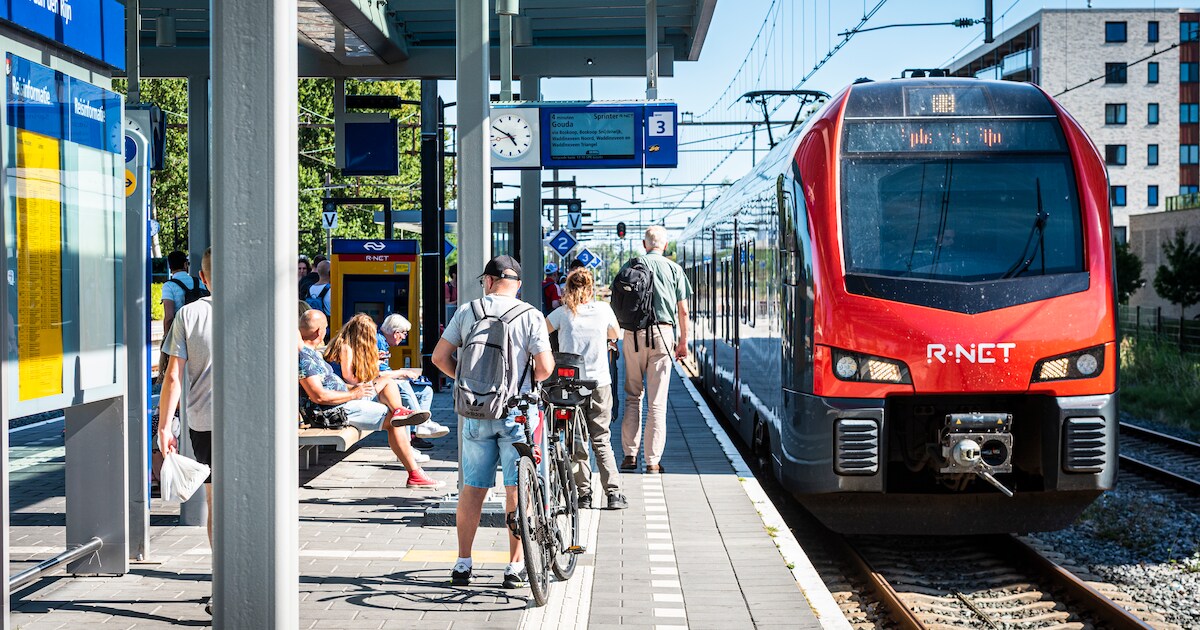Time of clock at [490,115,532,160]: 4:49
